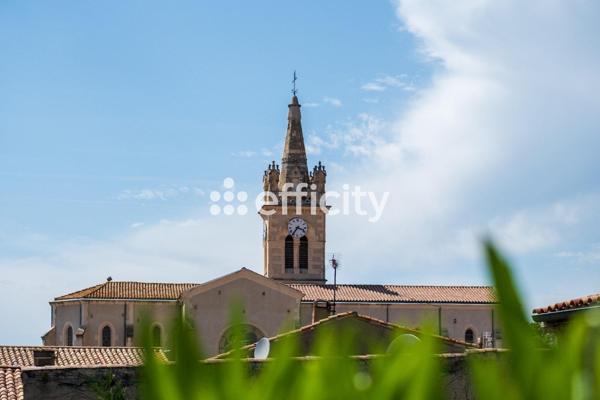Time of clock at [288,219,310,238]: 3:36
